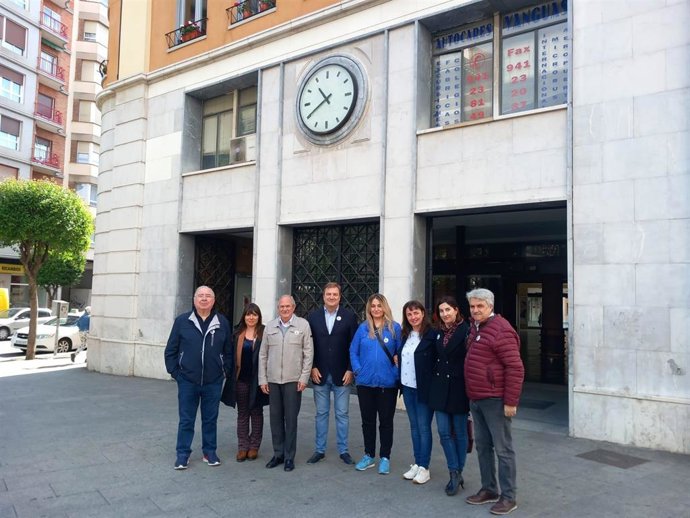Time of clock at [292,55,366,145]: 10:40
